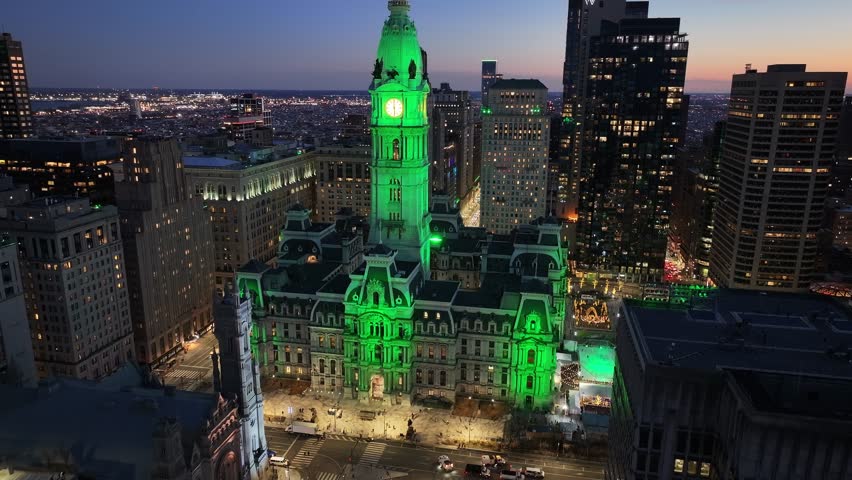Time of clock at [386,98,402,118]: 5:59
